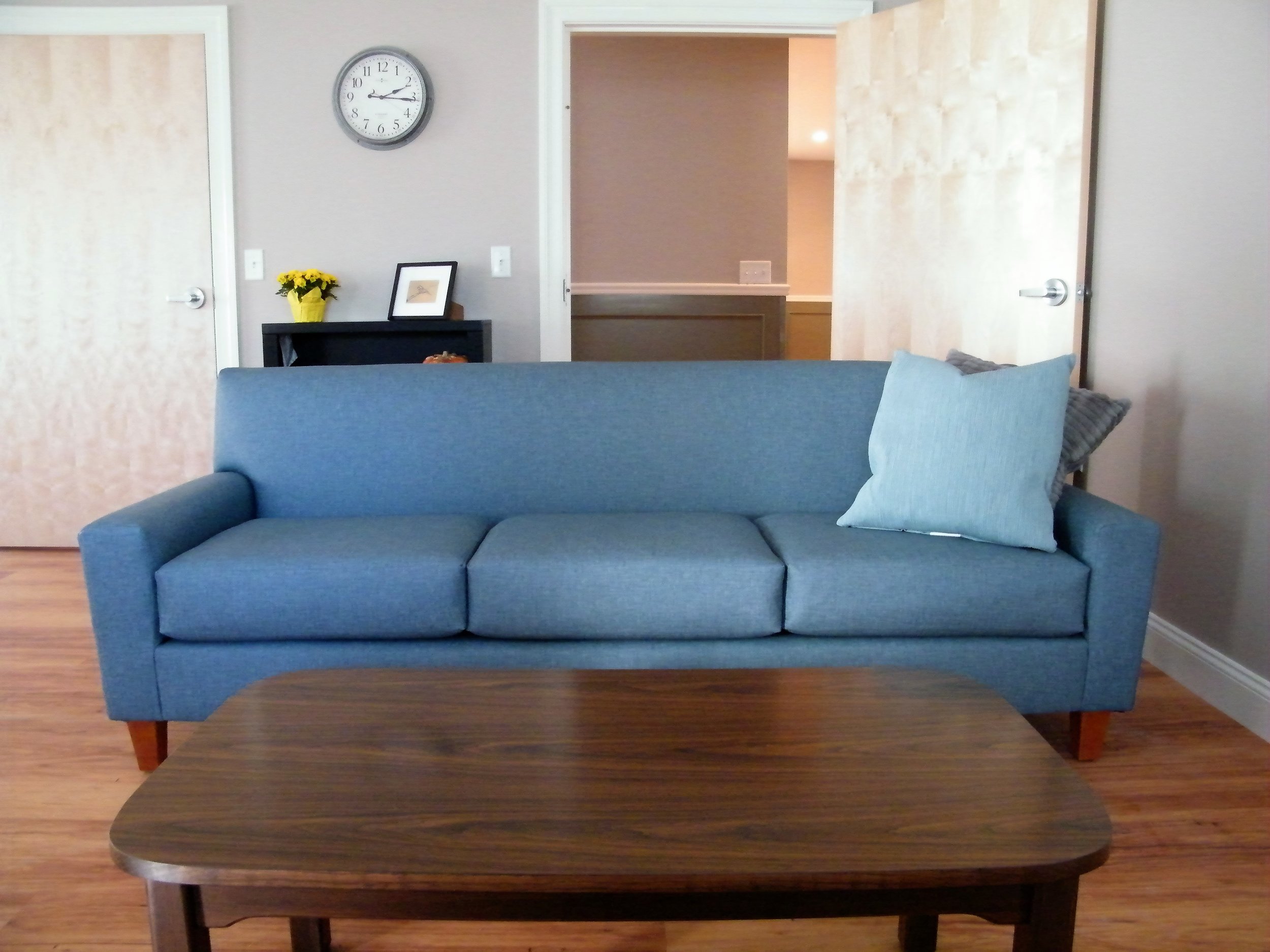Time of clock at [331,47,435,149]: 2:15
